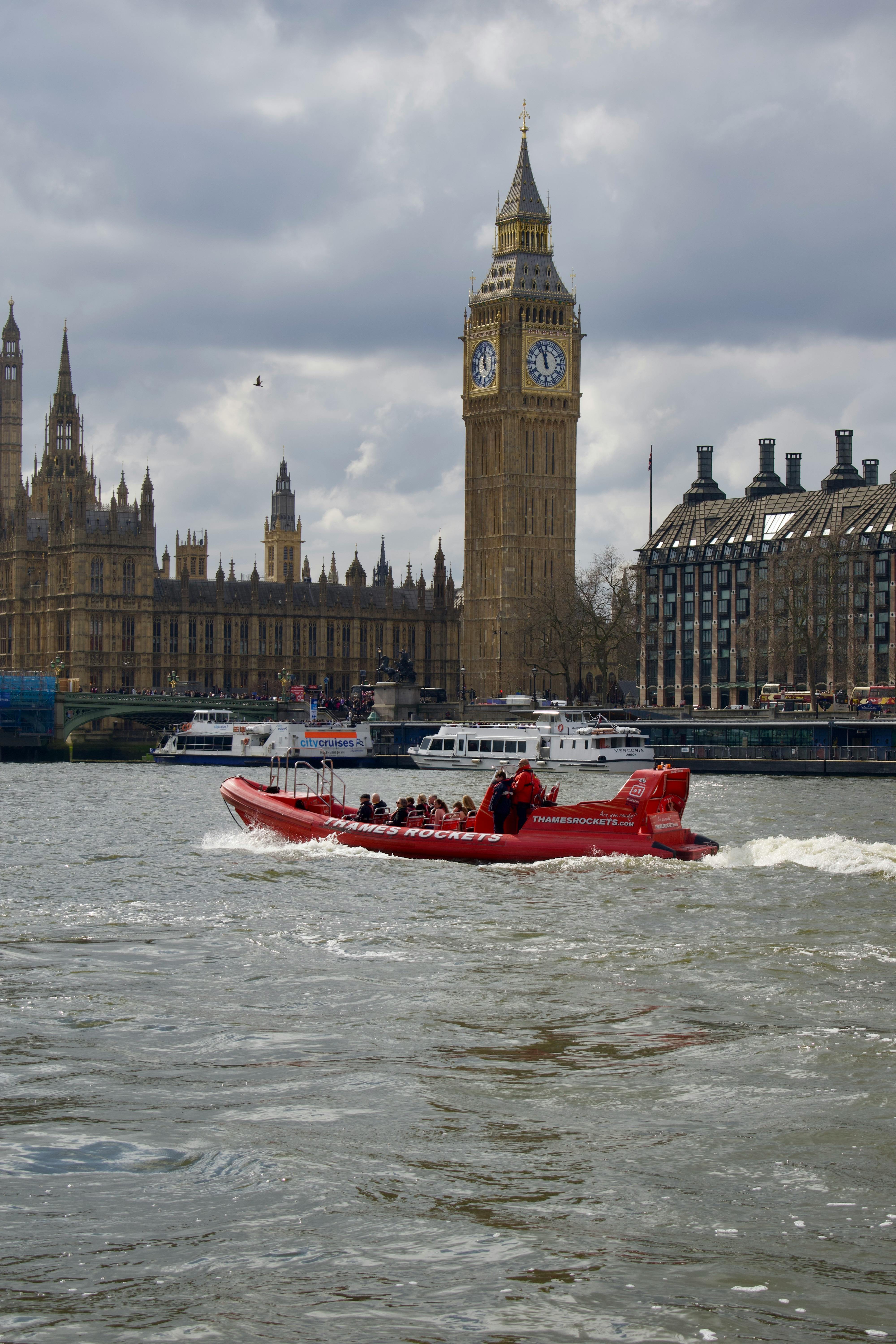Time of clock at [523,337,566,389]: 11:56
